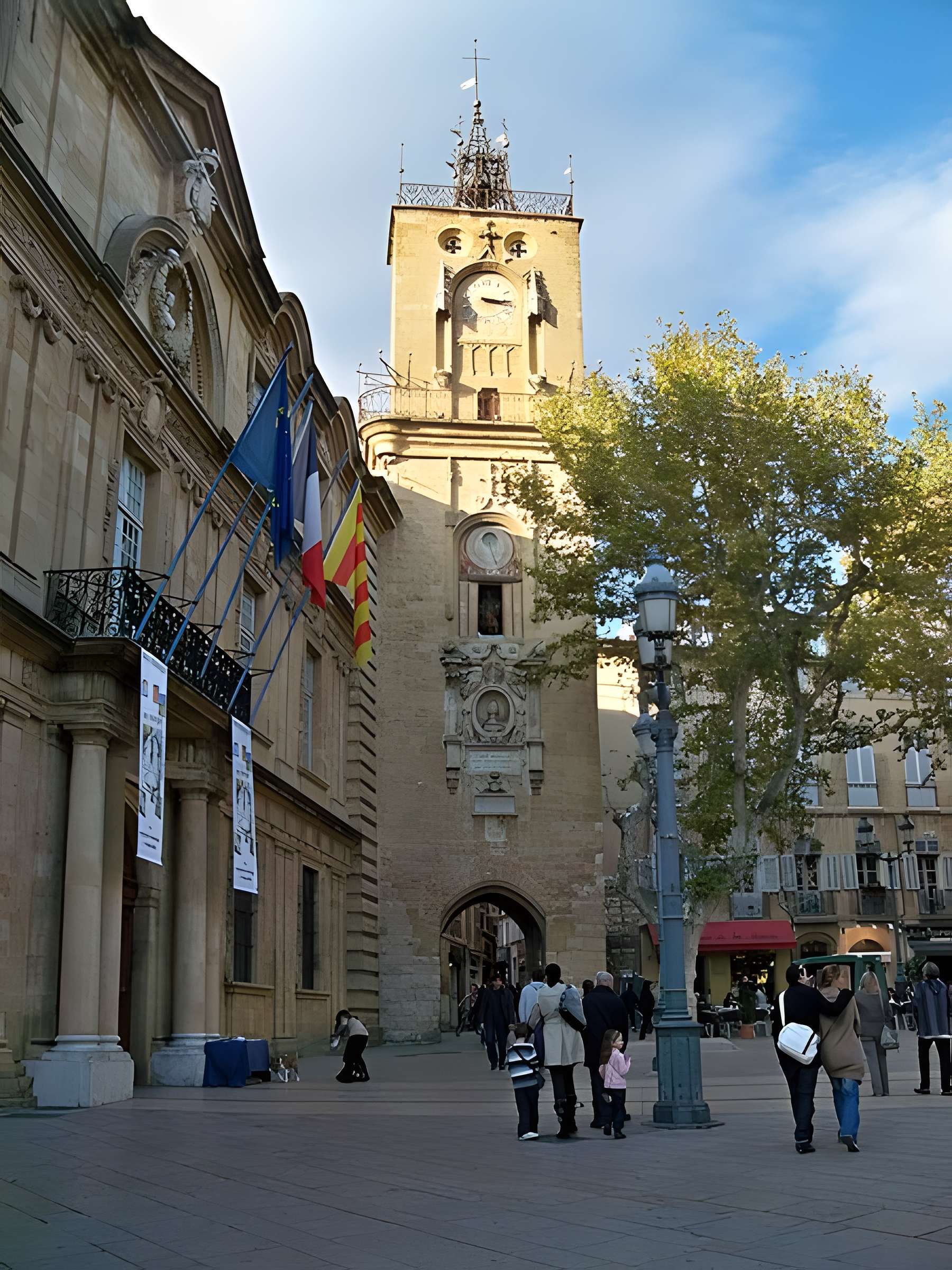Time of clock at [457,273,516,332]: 3:15
